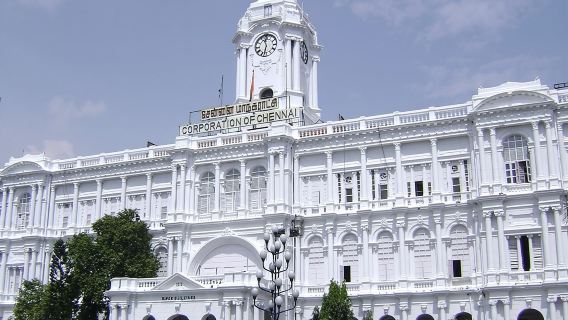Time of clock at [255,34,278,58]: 11:32
